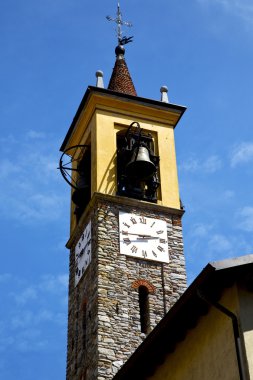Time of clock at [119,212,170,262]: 2:44
